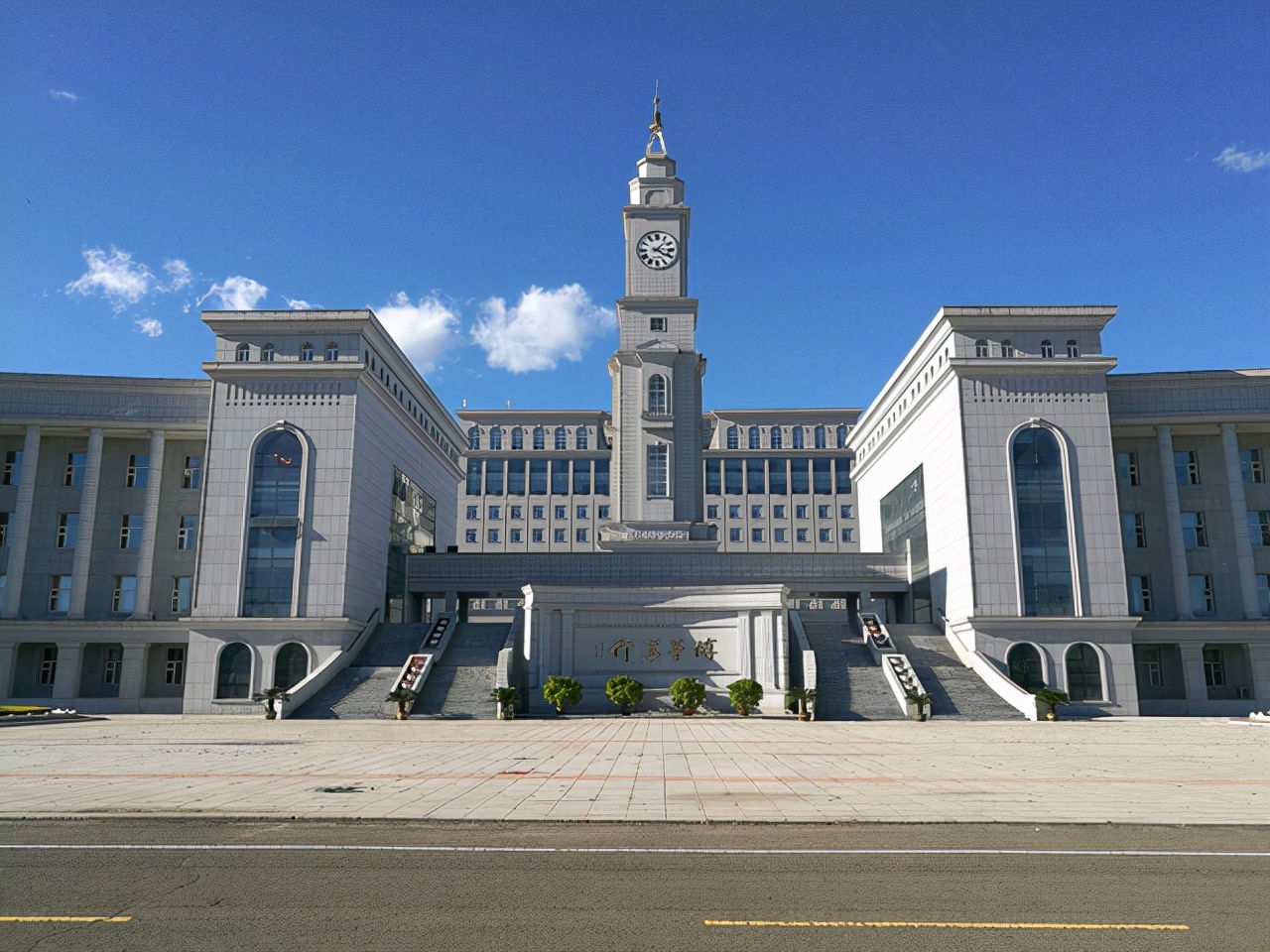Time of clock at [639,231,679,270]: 4:07
